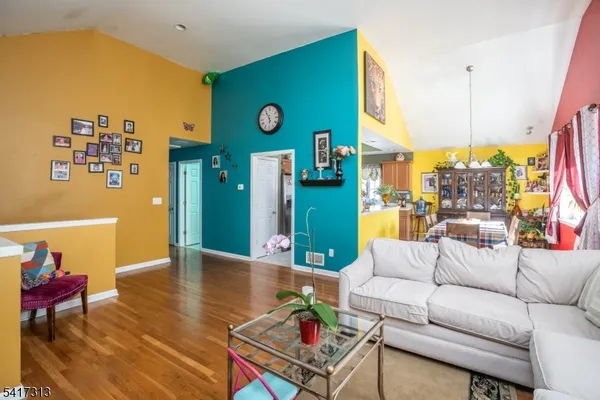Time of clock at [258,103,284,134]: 5:54
